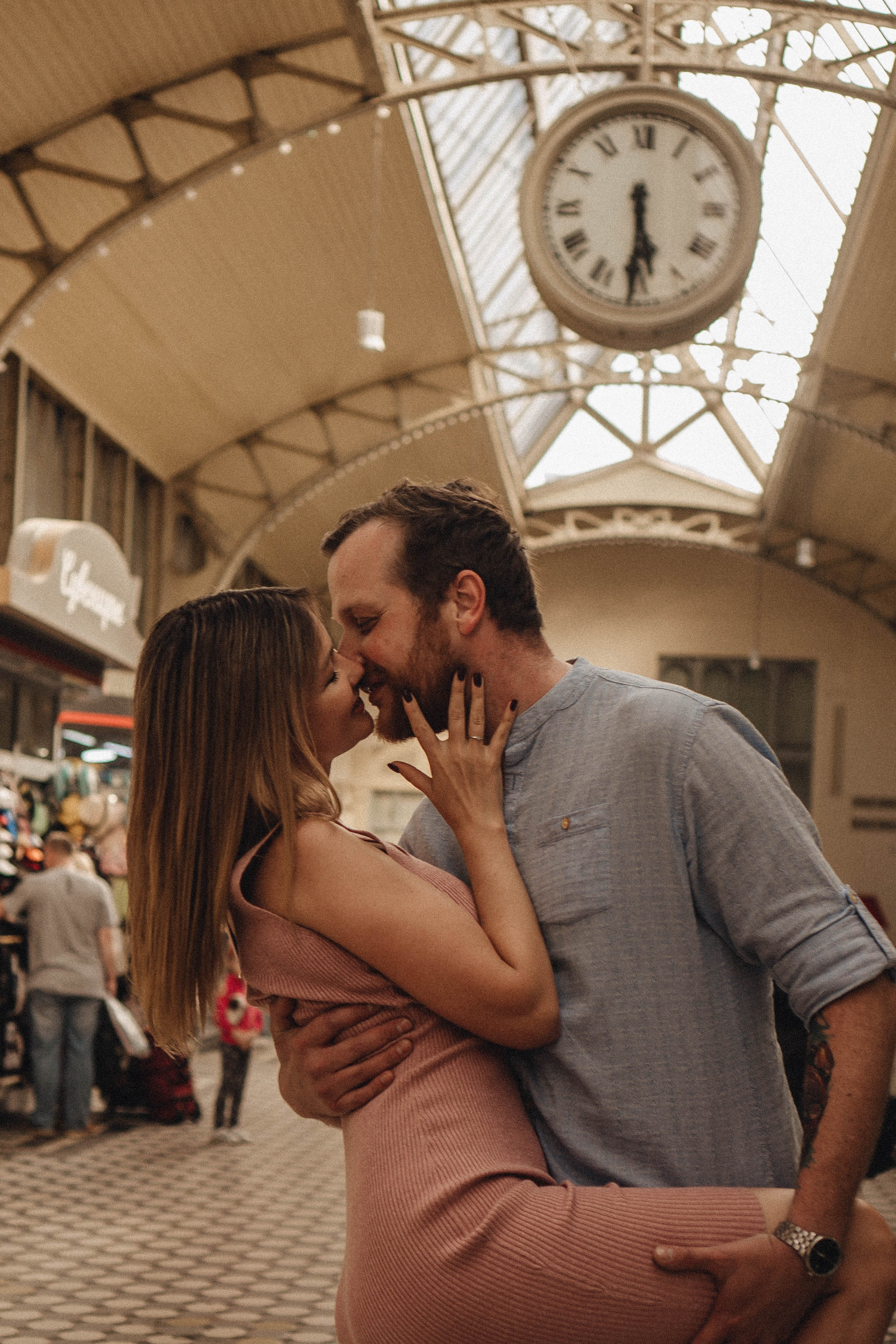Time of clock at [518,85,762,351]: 5:30
